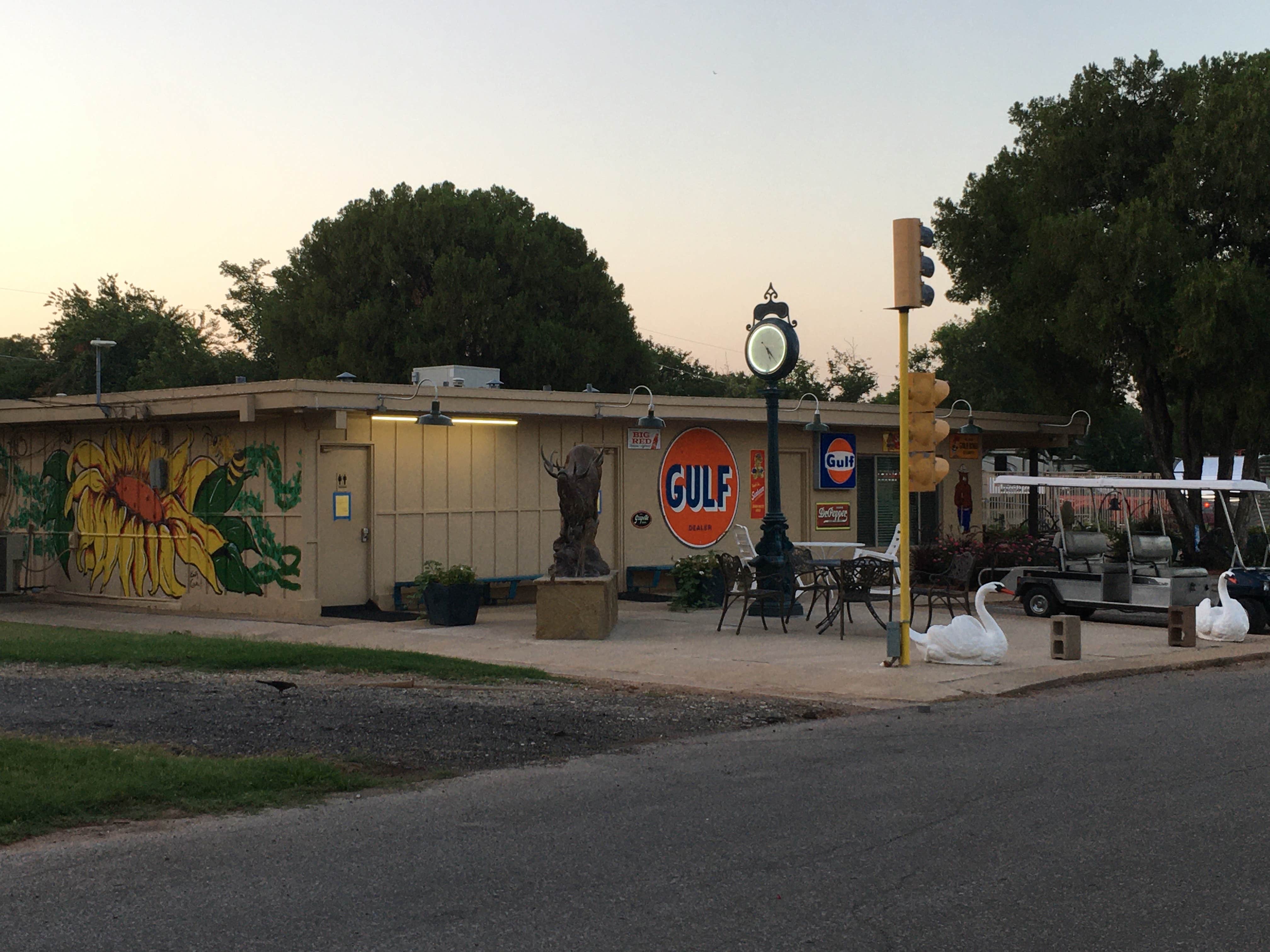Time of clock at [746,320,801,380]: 5:23
